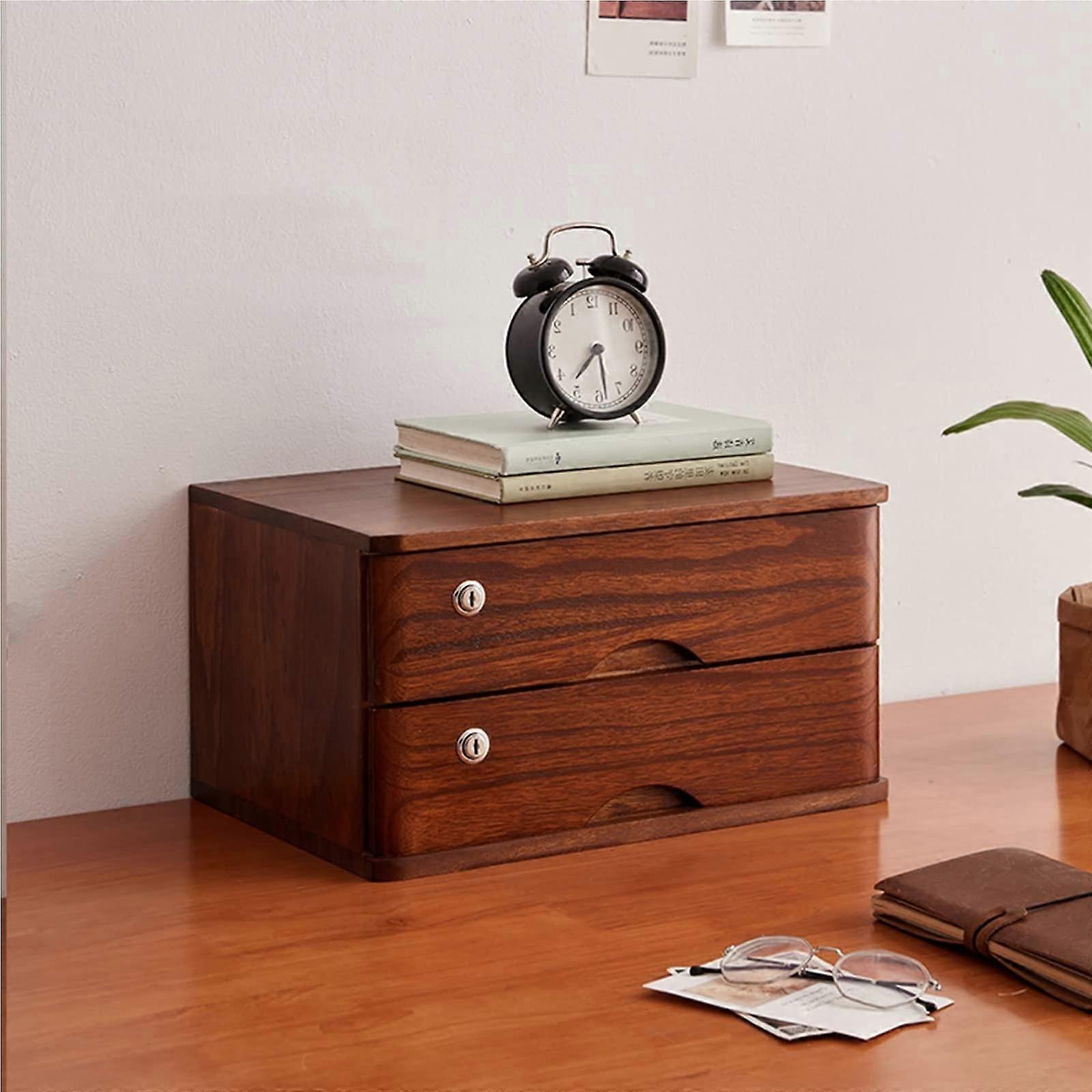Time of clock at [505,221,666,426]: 7:28
